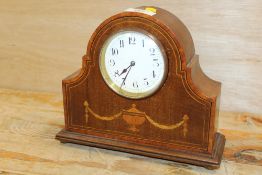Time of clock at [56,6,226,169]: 7:34
